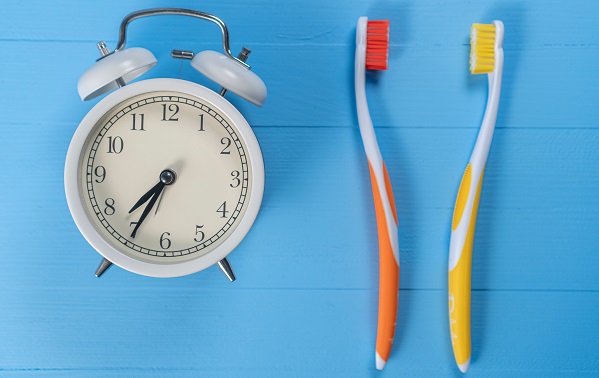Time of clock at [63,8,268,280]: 7:34
